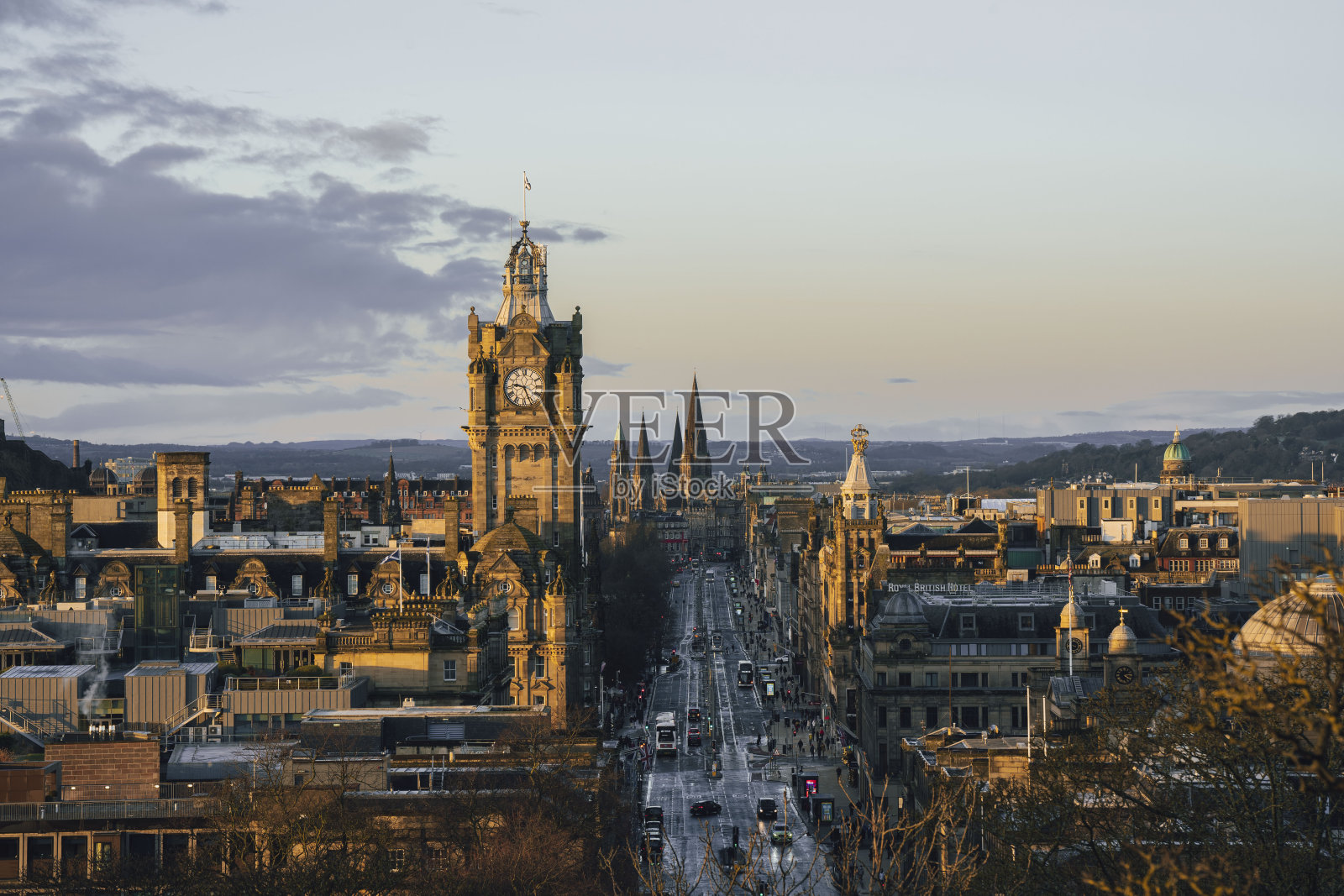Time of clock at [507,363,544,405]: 9:26
